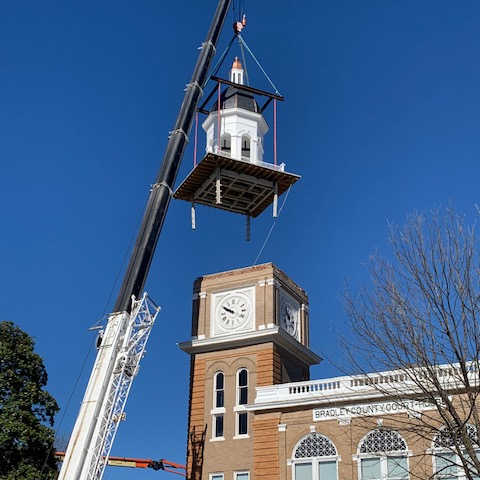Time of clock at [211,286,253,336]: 9:50
